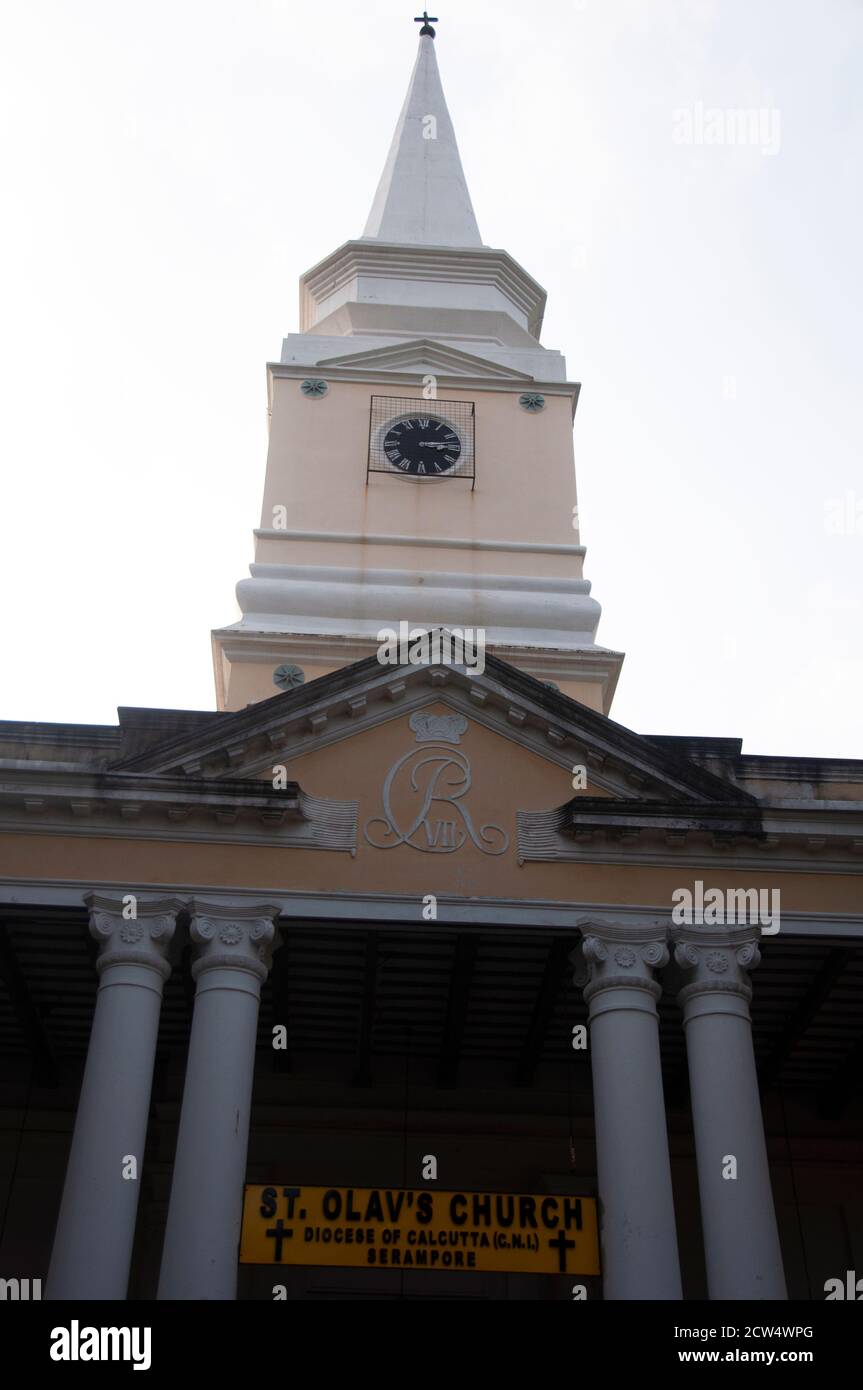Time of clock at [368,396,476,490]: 3:13
